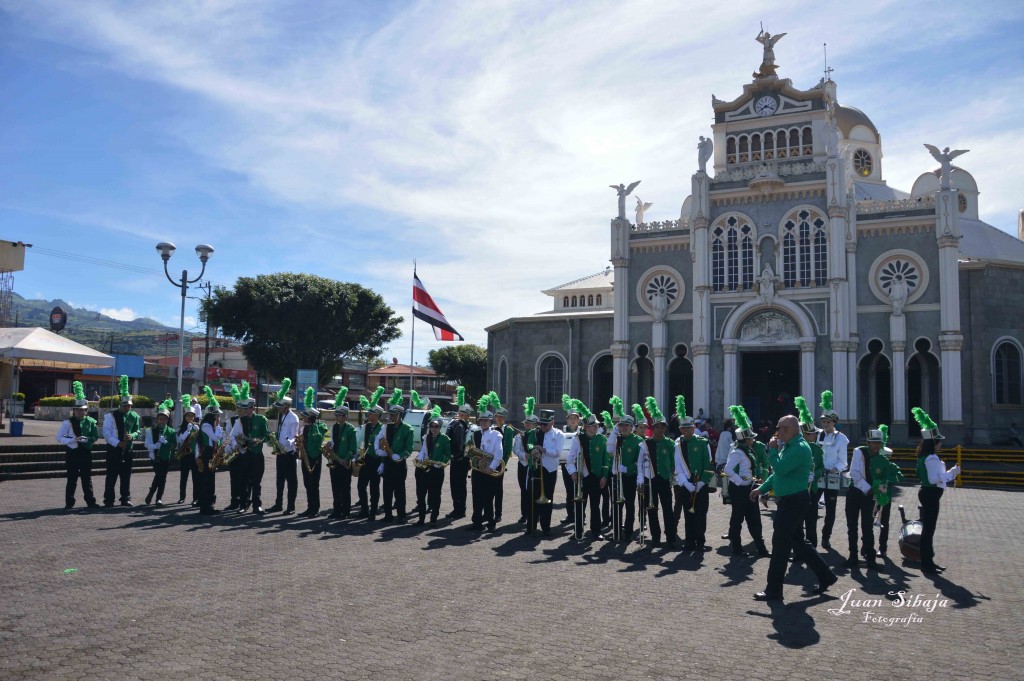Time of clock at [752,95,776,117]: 8:18
